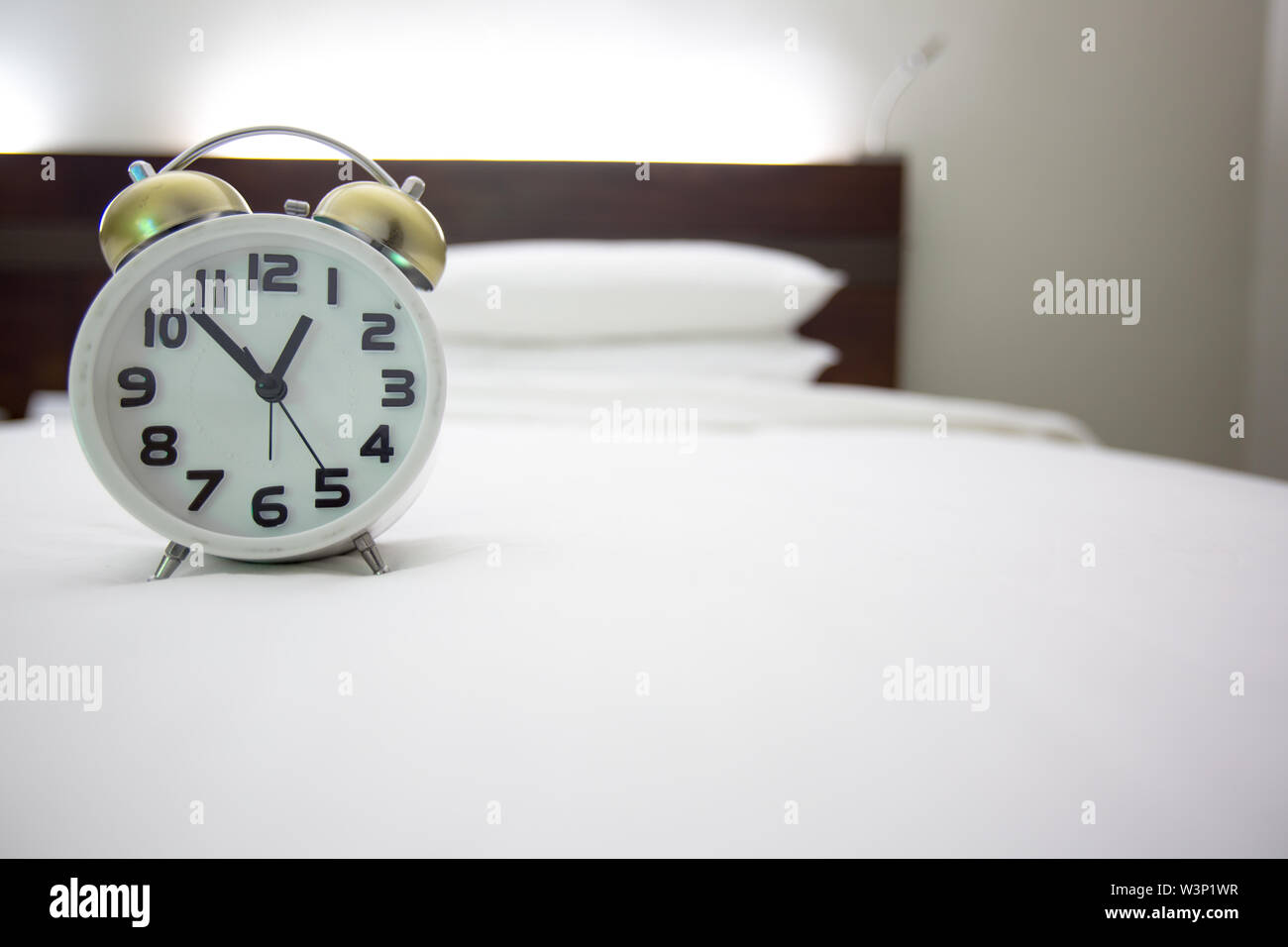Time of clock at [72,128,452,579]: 12:52
